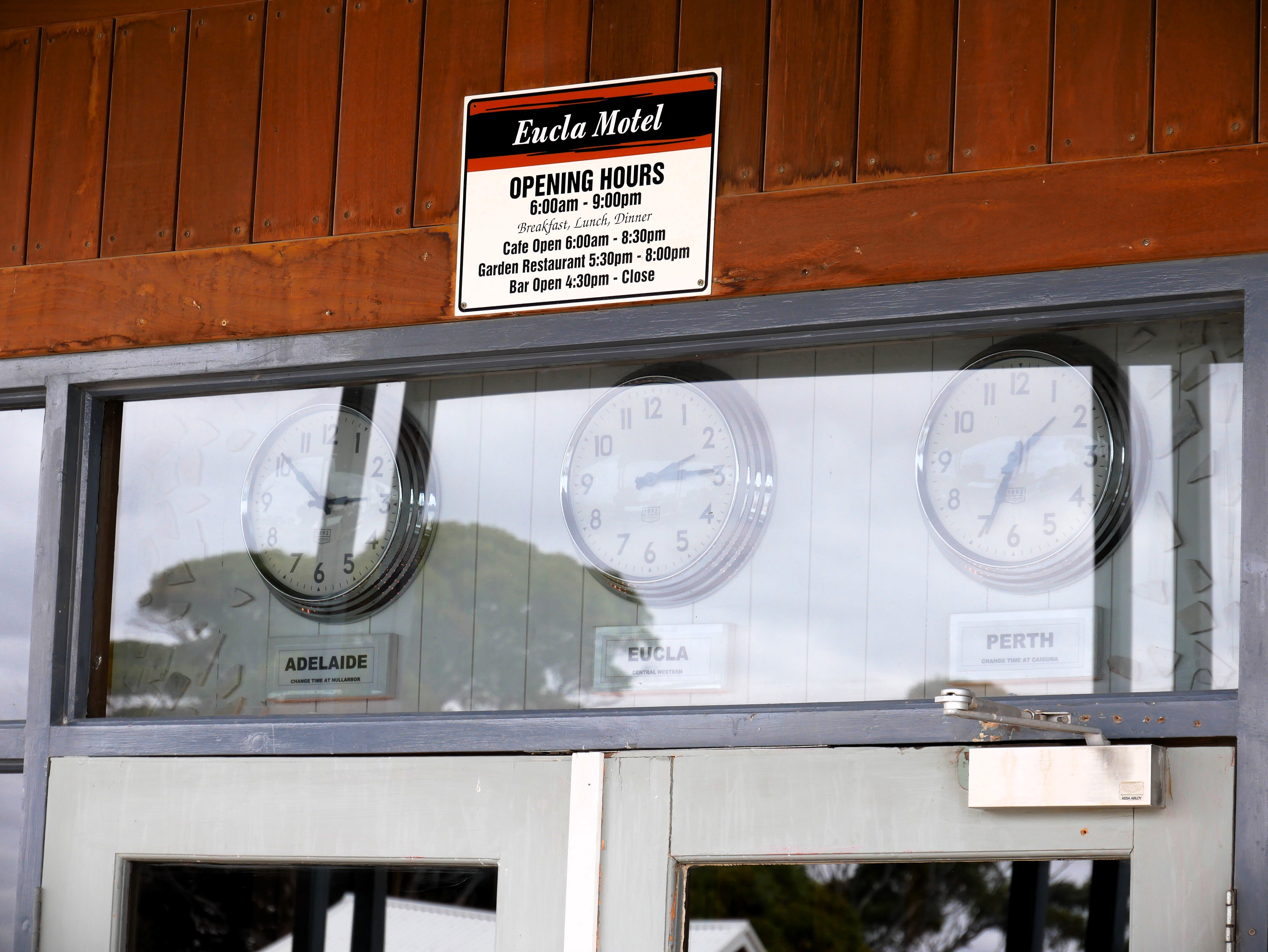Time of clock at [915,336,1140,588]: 1:34
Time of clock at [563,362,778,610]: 2:14
